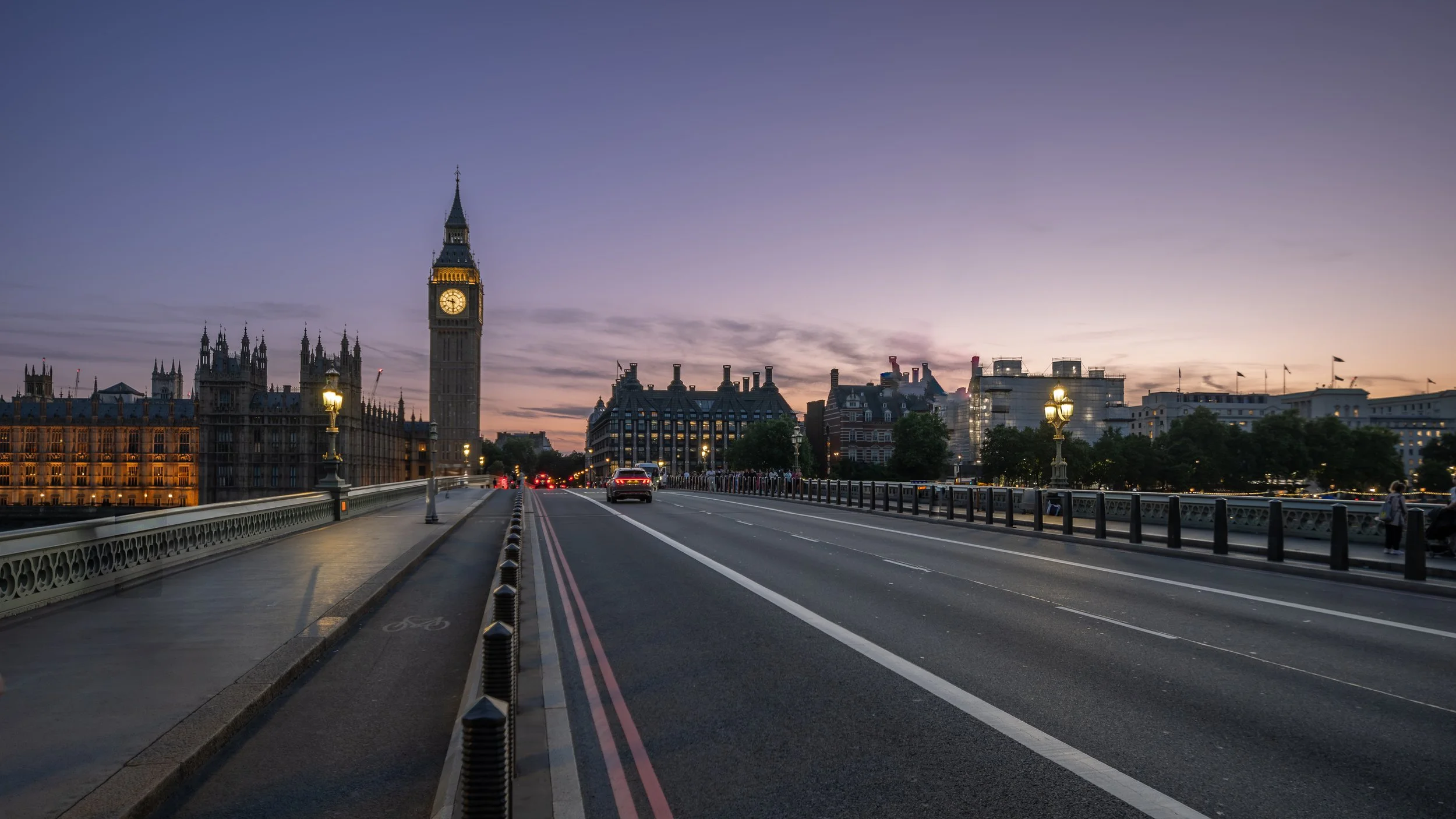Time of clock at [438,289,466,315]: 9:29
